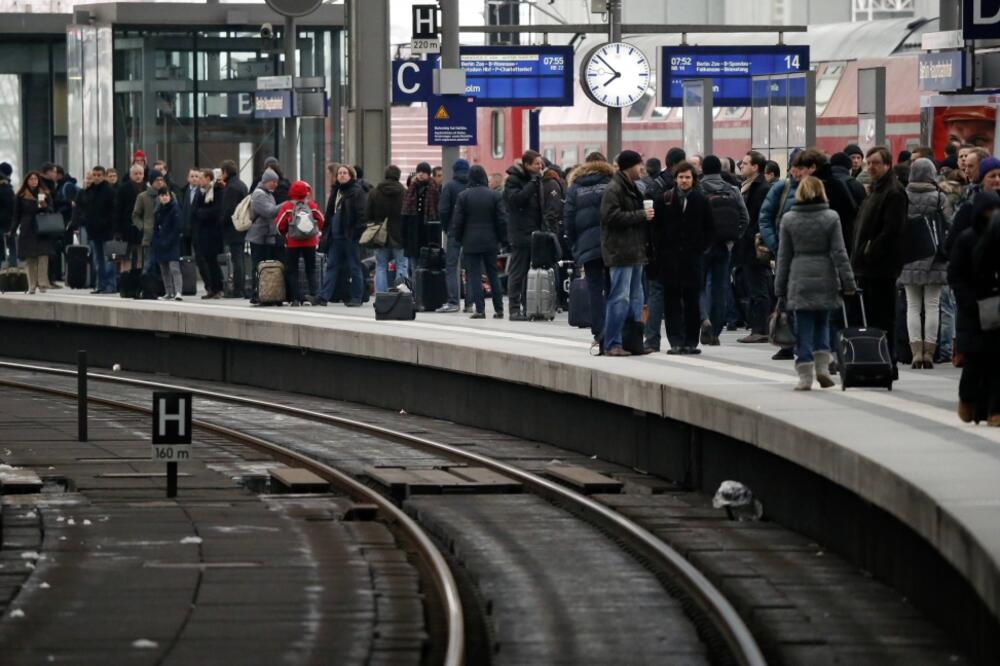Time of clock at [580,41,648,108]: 7:52
